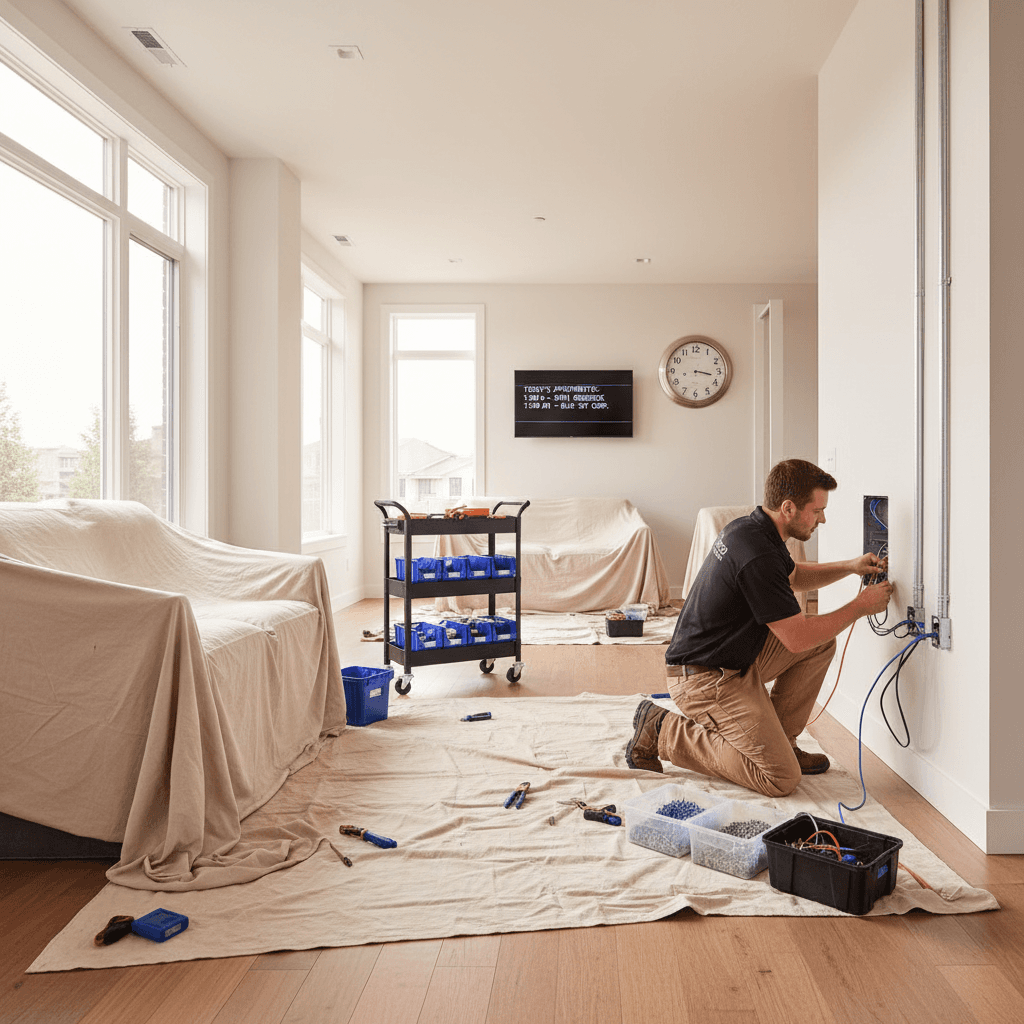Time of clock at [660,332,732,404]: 3:17
